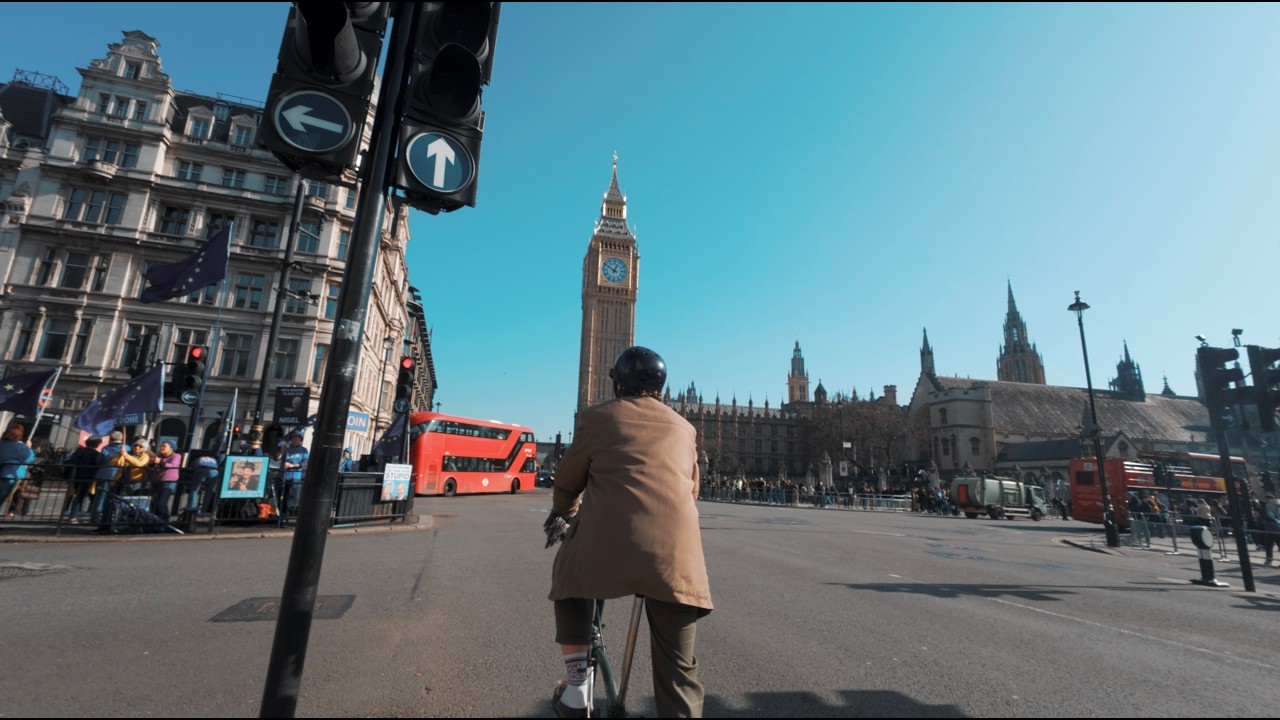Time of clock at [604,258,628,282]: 12:50
